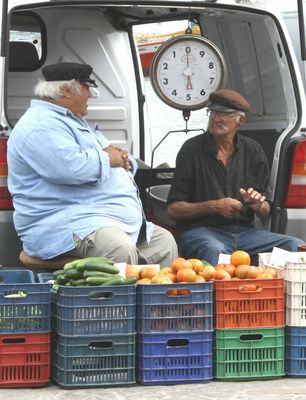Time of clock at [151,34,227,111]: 6:00
